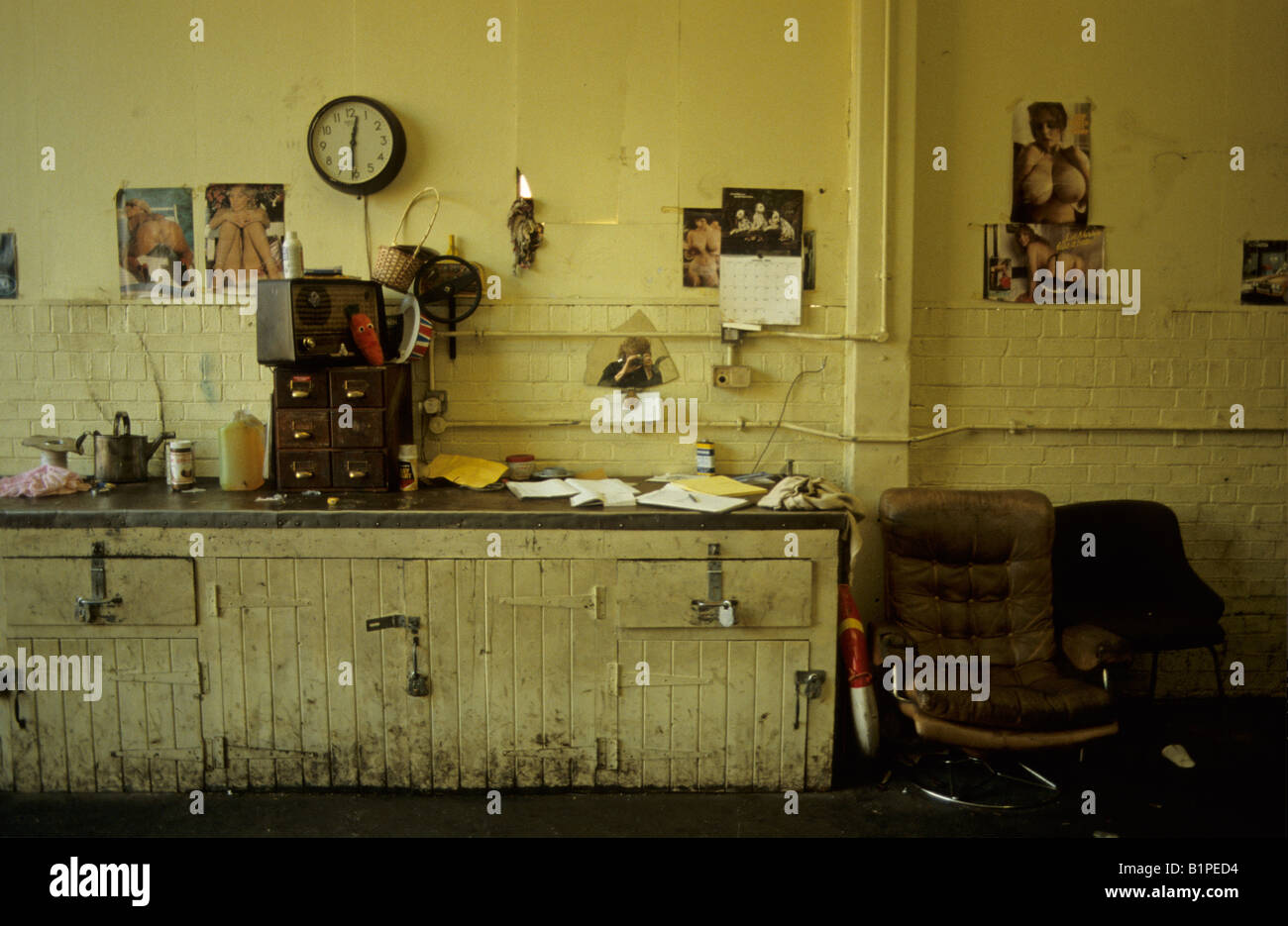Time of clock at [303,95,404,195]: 12:30
